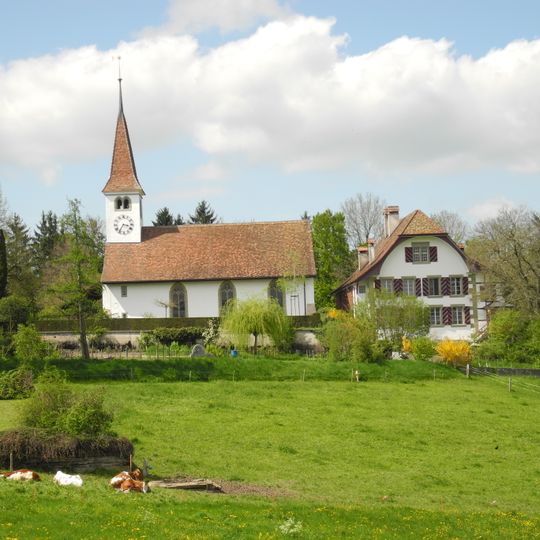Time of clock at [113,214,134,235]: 3:35
